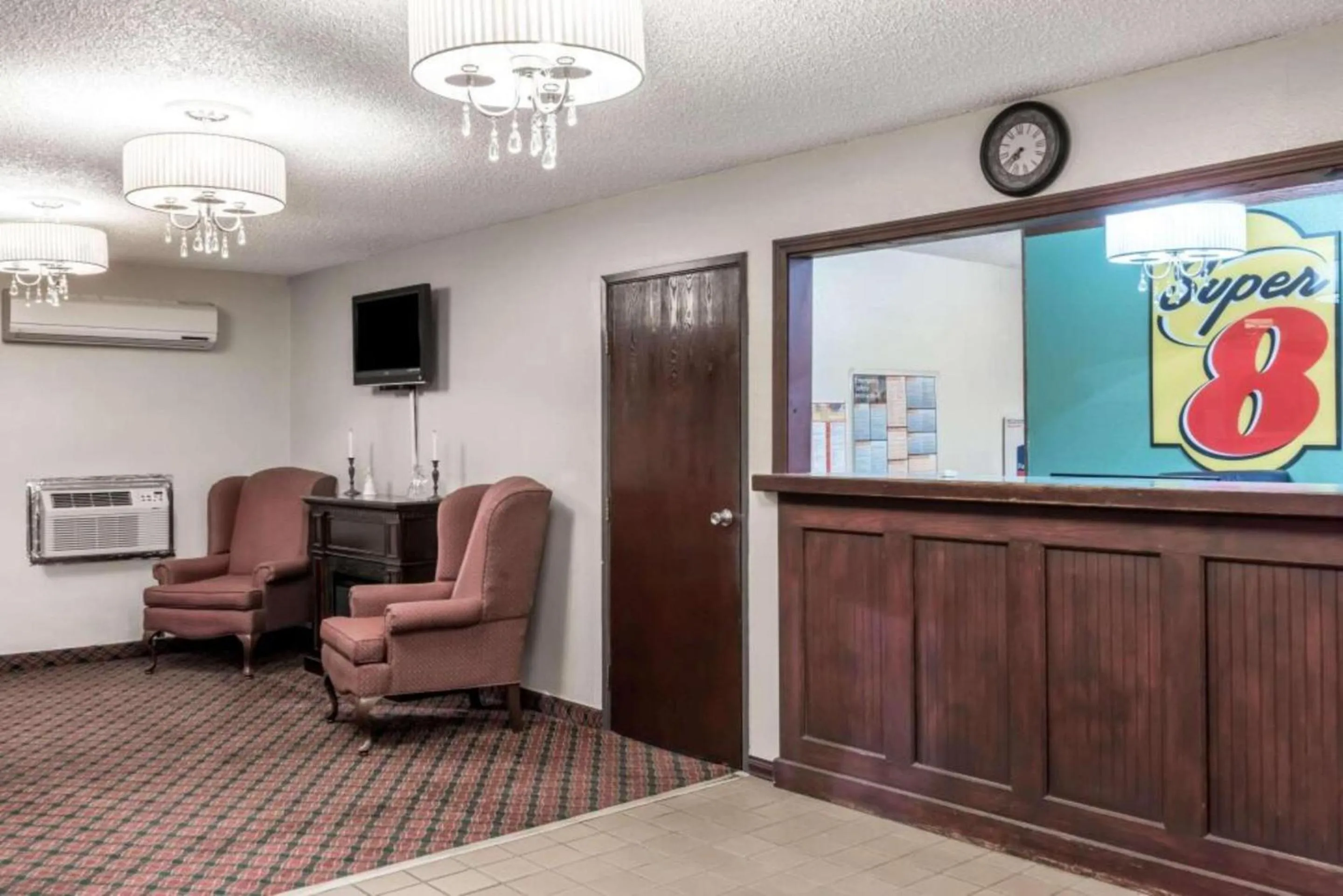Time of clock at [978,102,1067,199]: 7:40
